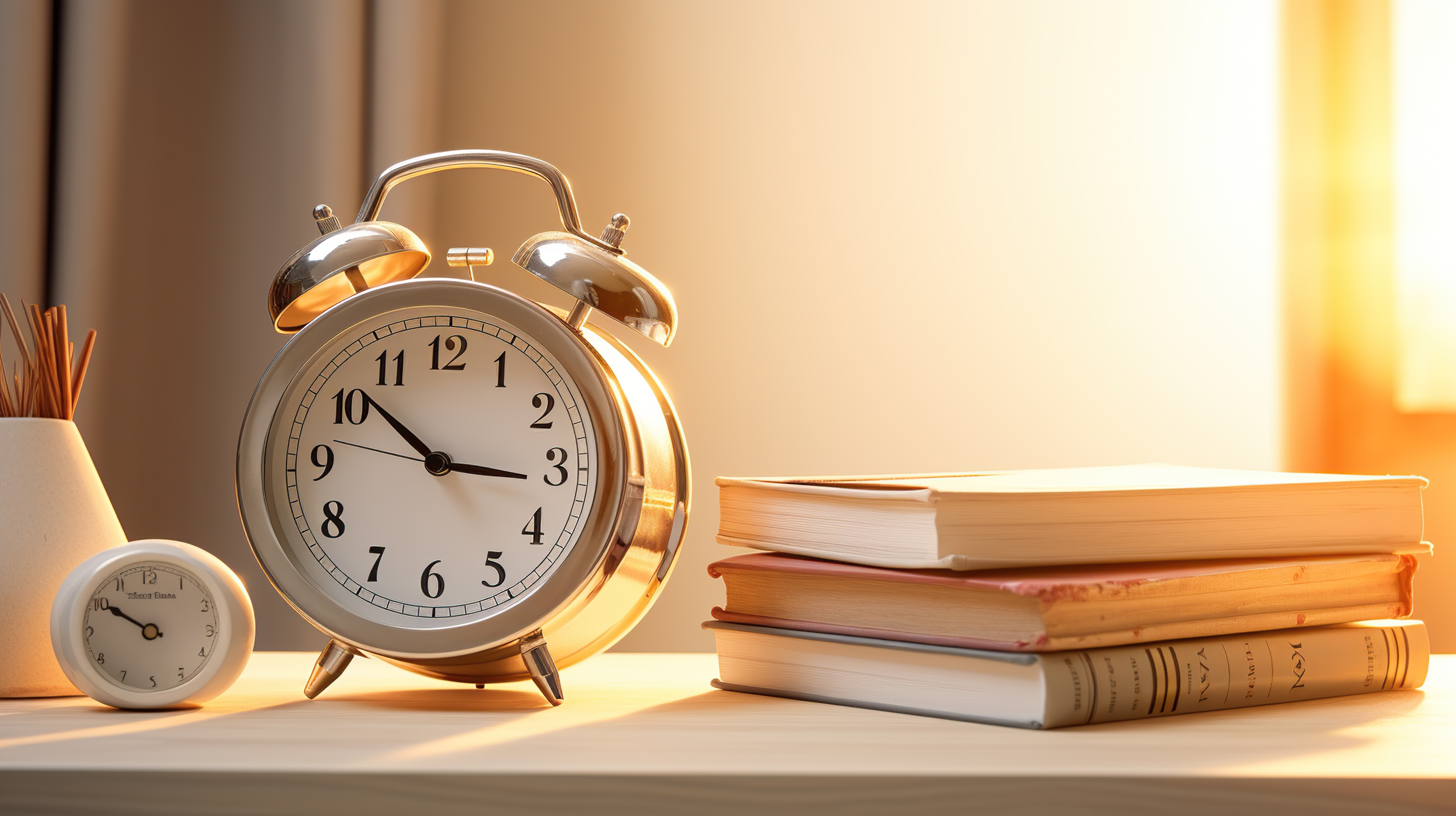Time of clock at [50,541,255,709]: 9:50
